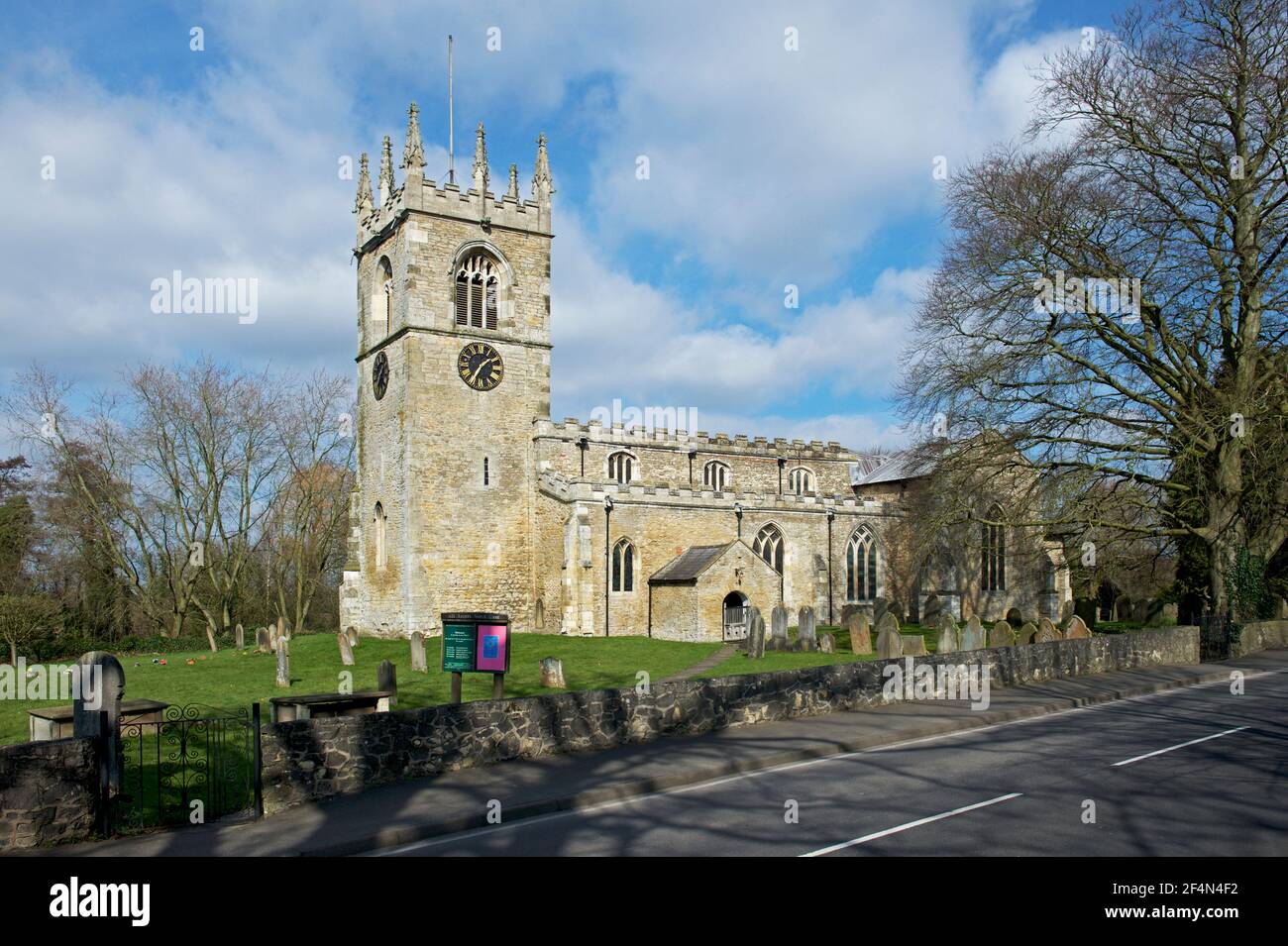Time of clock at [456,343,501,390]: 1:35
